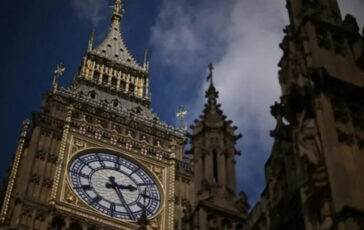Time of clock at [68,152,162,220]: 2:25
